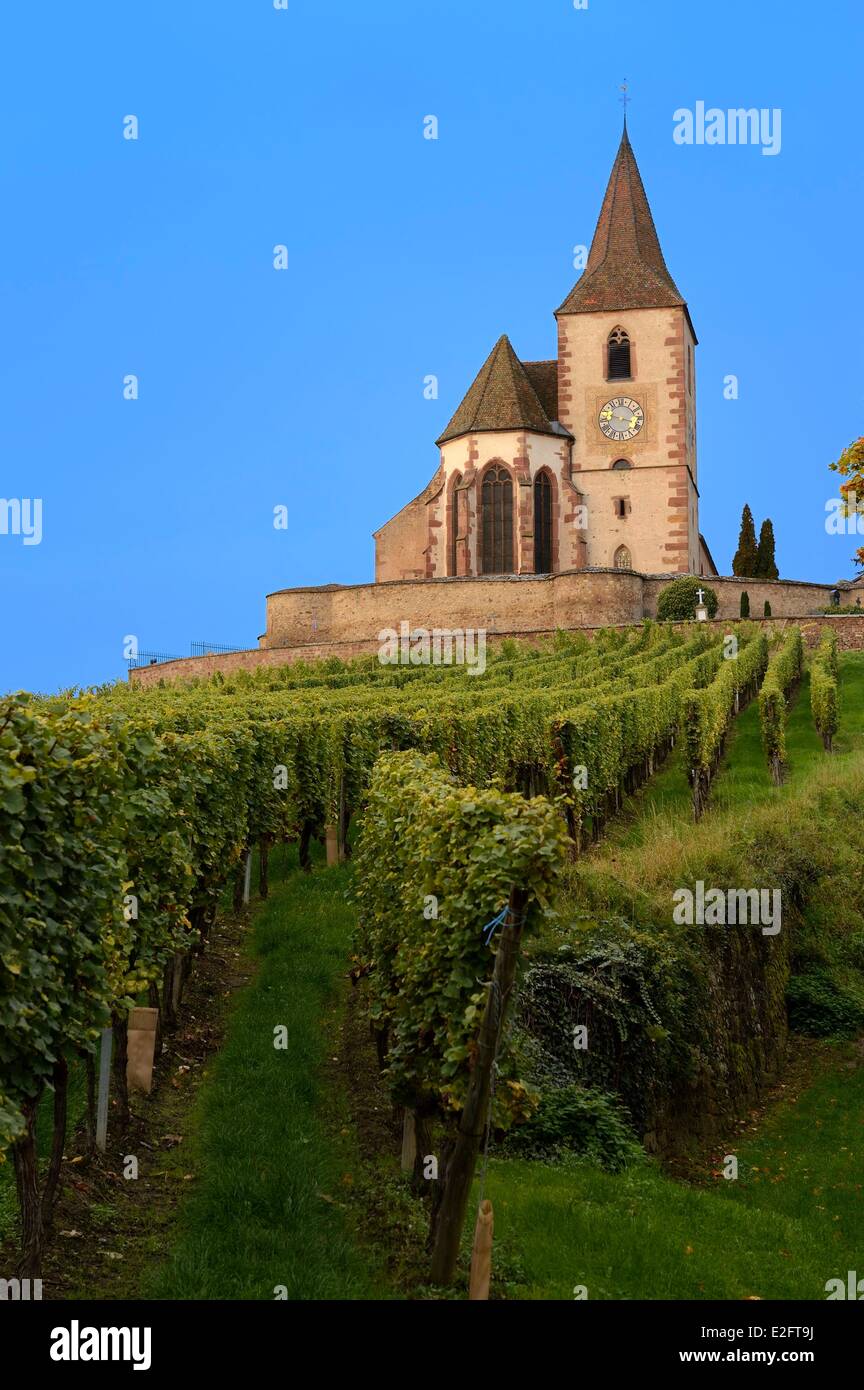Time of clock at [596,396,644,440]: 3:47
